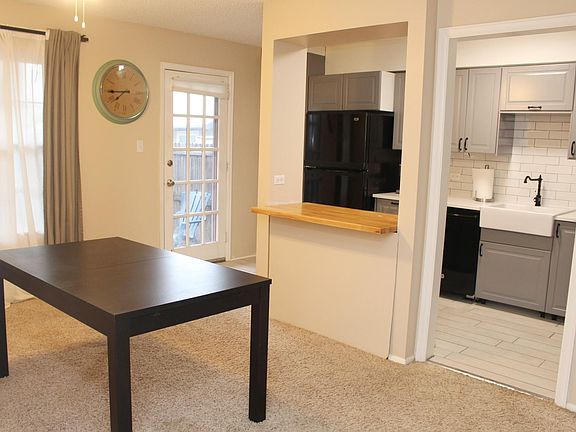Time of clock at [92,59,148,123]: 7:44
